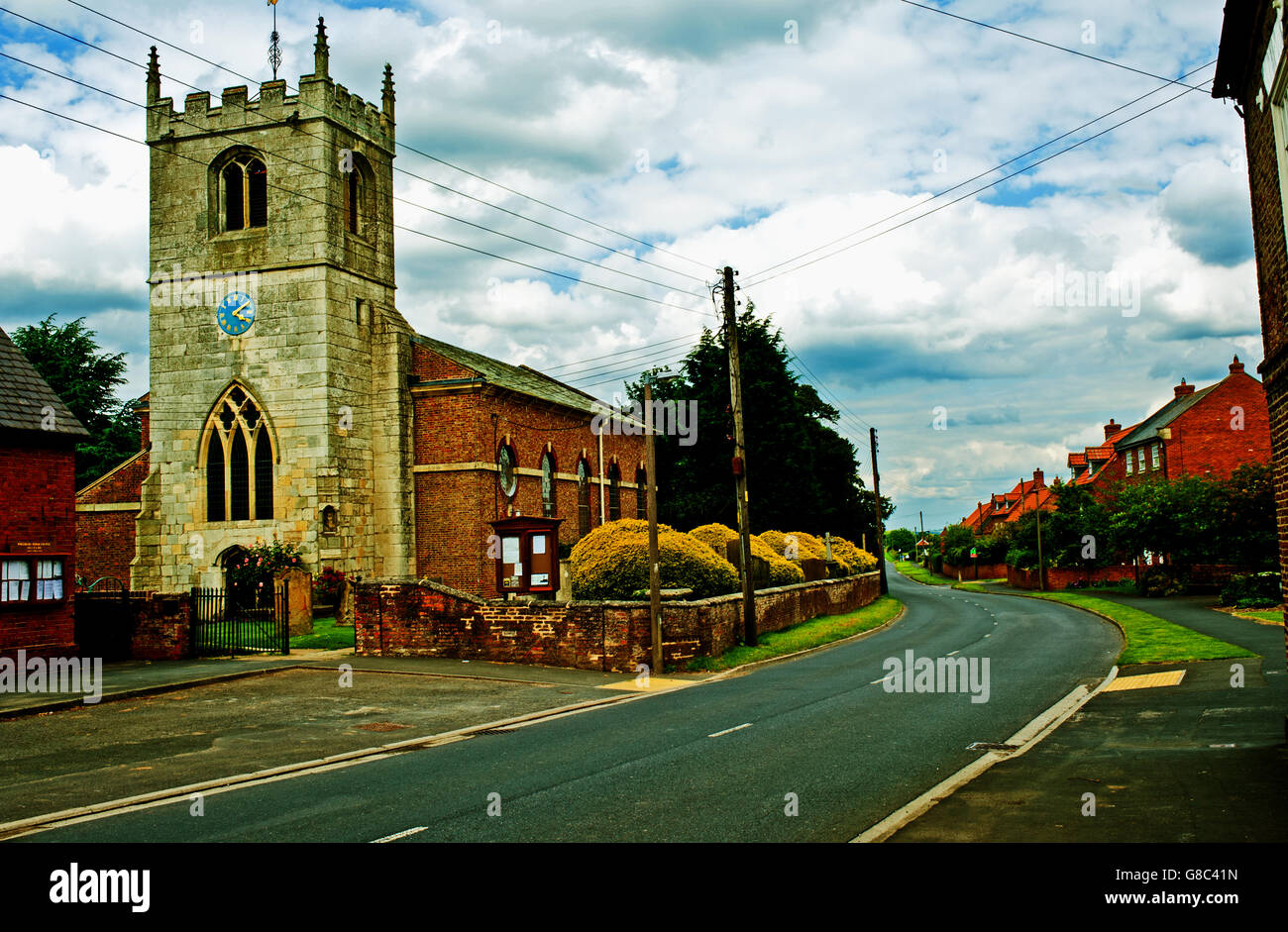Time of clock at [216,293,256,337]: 2:09
